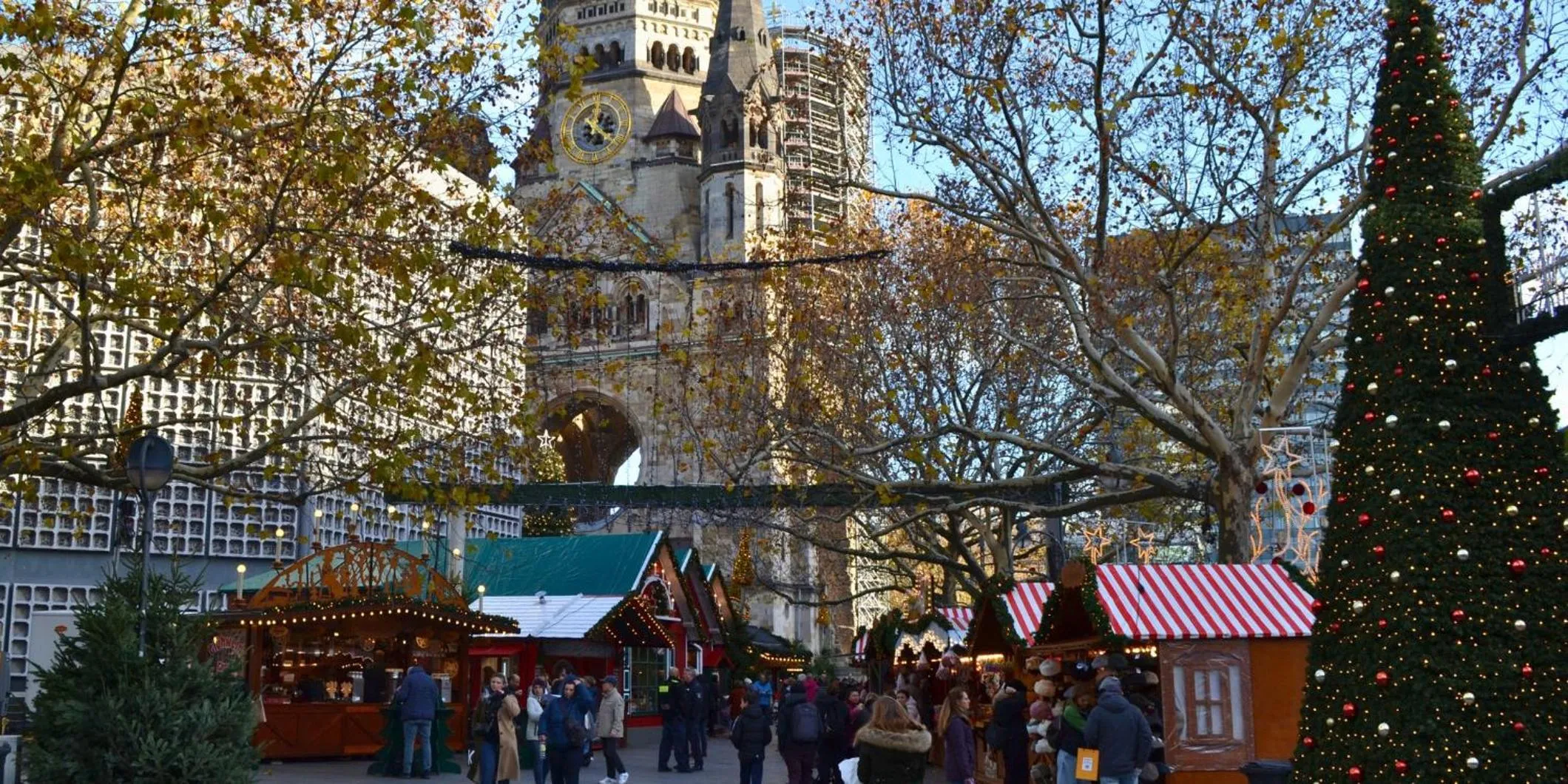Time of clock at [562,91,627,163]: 12:21
